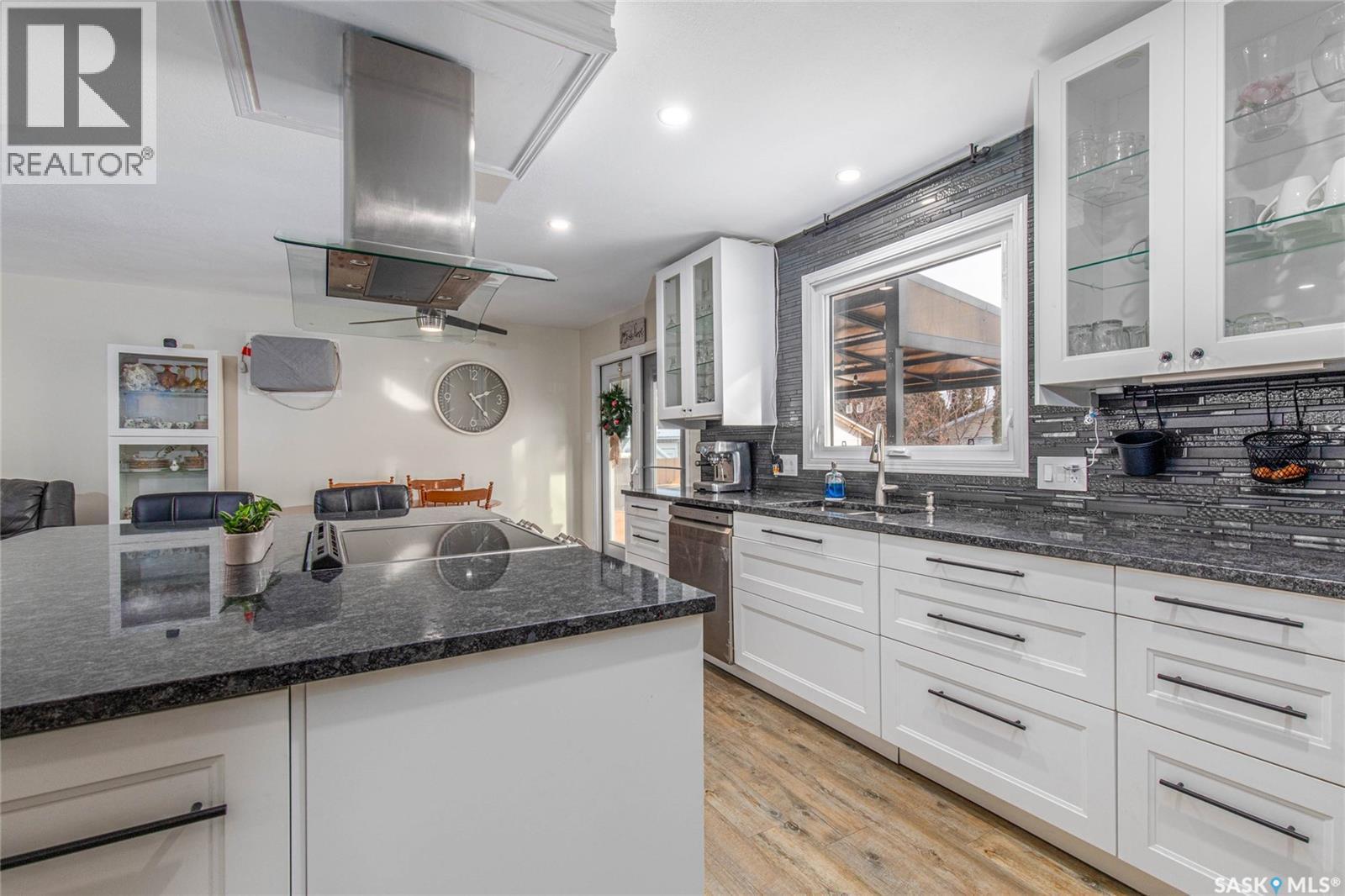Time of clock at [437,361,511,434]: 2:23
